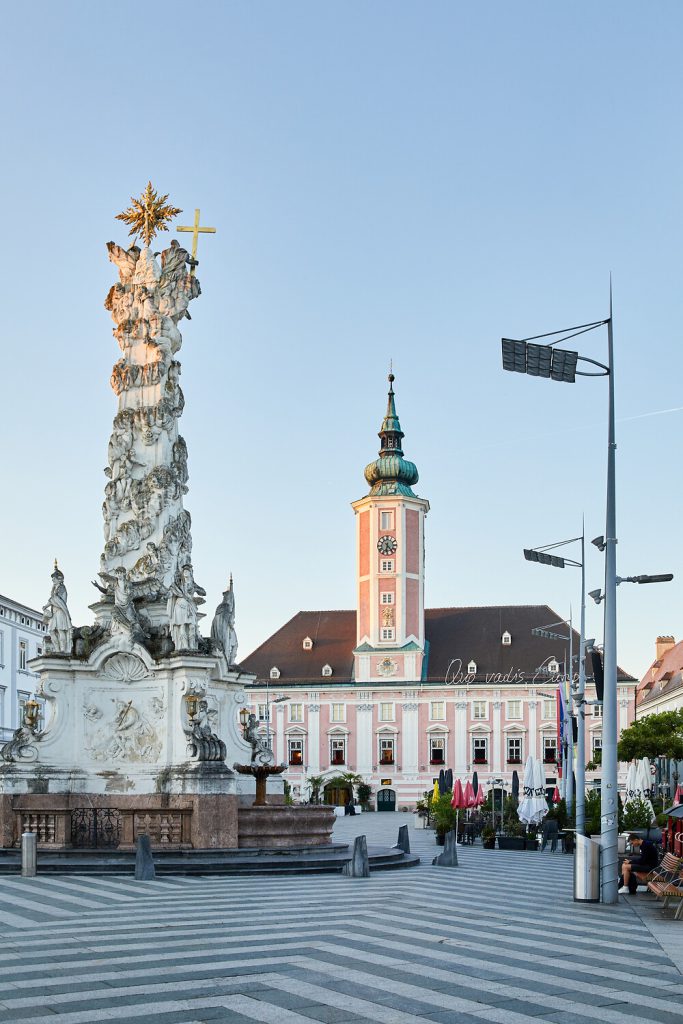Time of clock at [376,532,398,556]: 6:23
